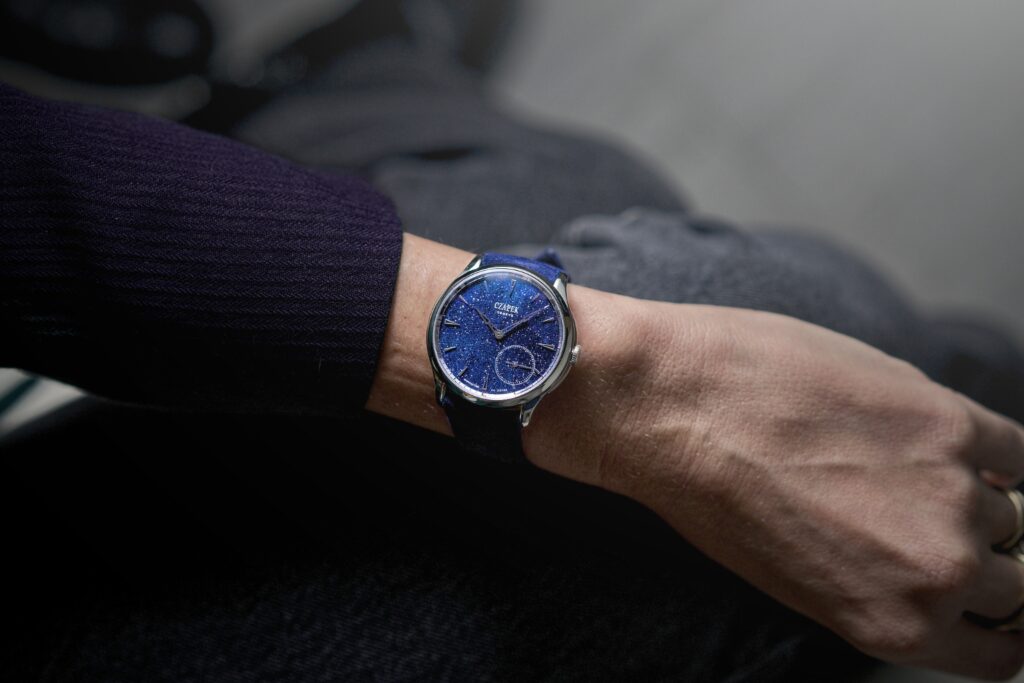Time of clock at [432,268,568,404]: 10:07
